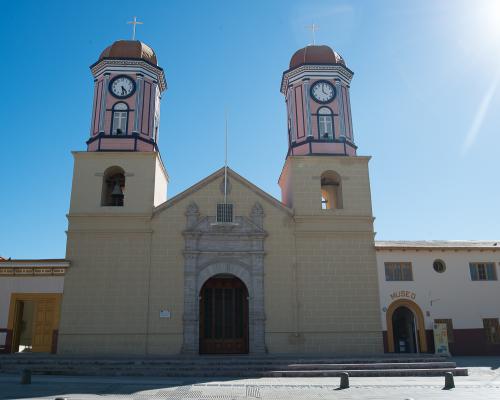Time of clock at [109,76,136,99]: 4:28
